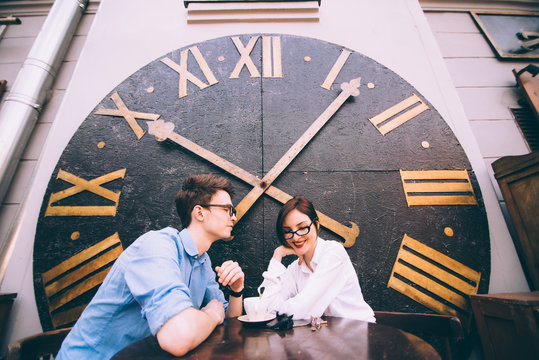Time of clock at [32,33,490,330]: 10:06
